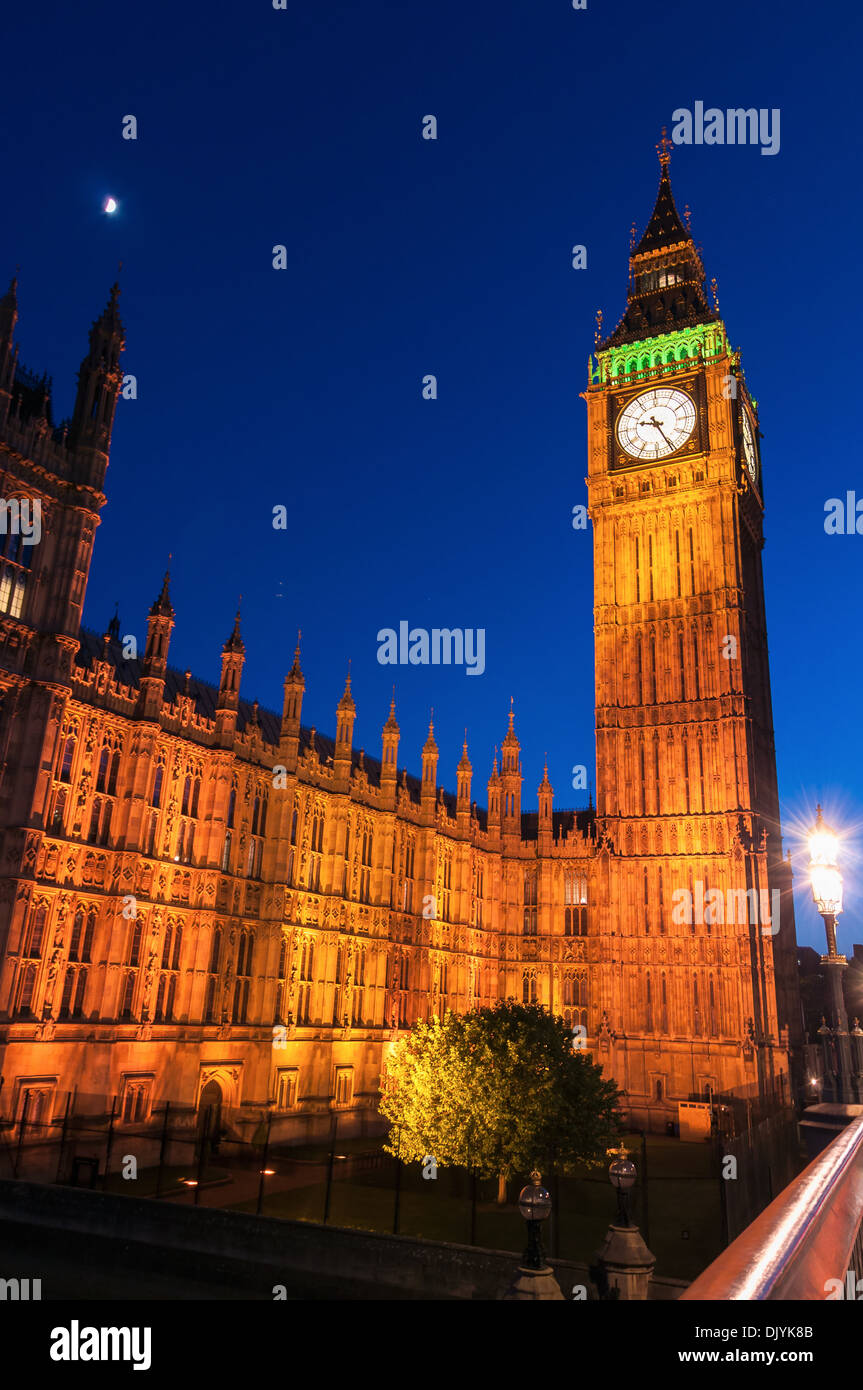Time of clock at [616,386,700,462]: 9:25
